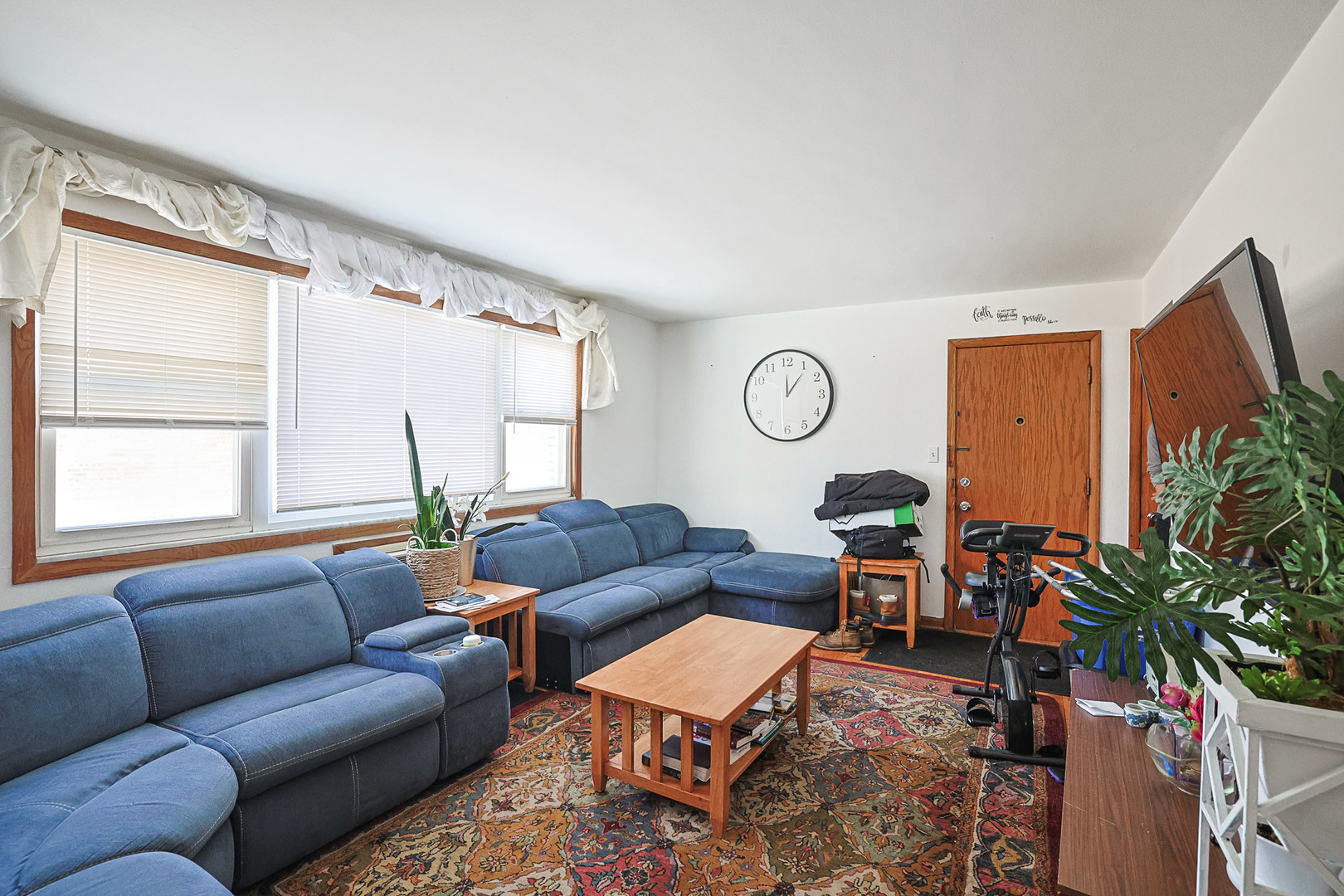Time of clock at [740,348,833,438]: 12:06
